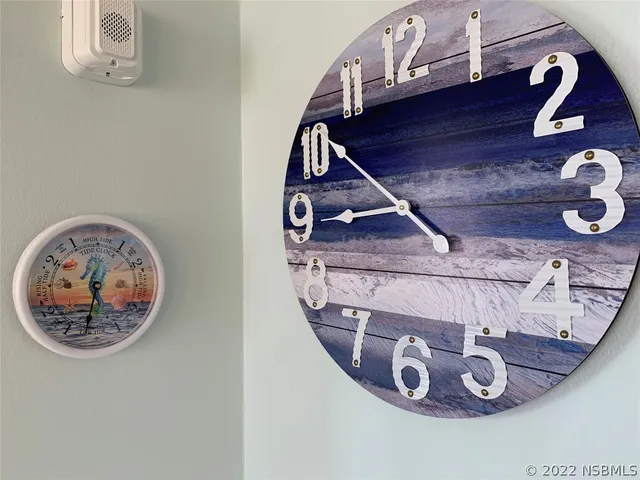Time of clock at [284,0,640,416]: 8:51
